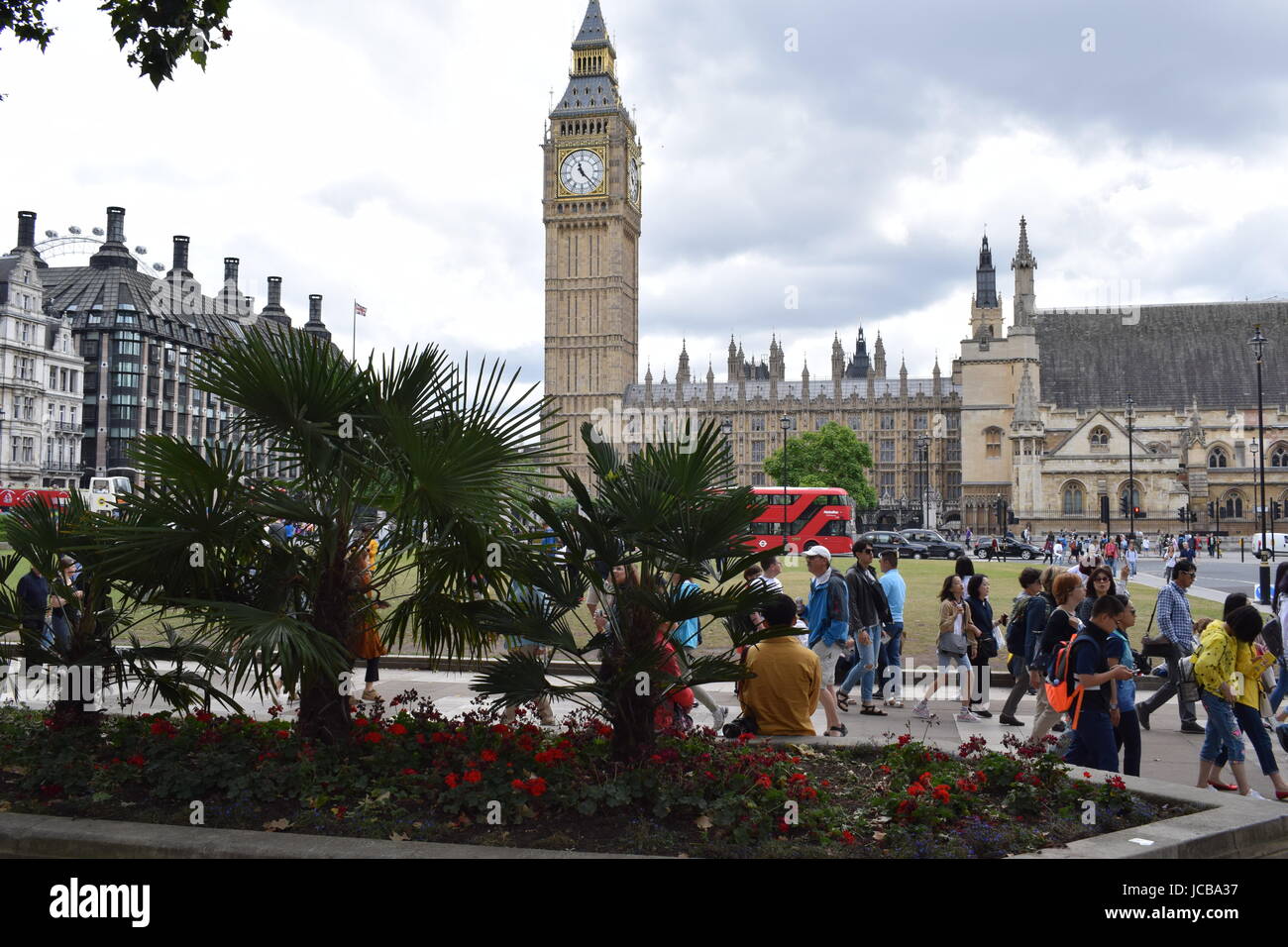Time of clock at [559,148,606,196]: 11:22
